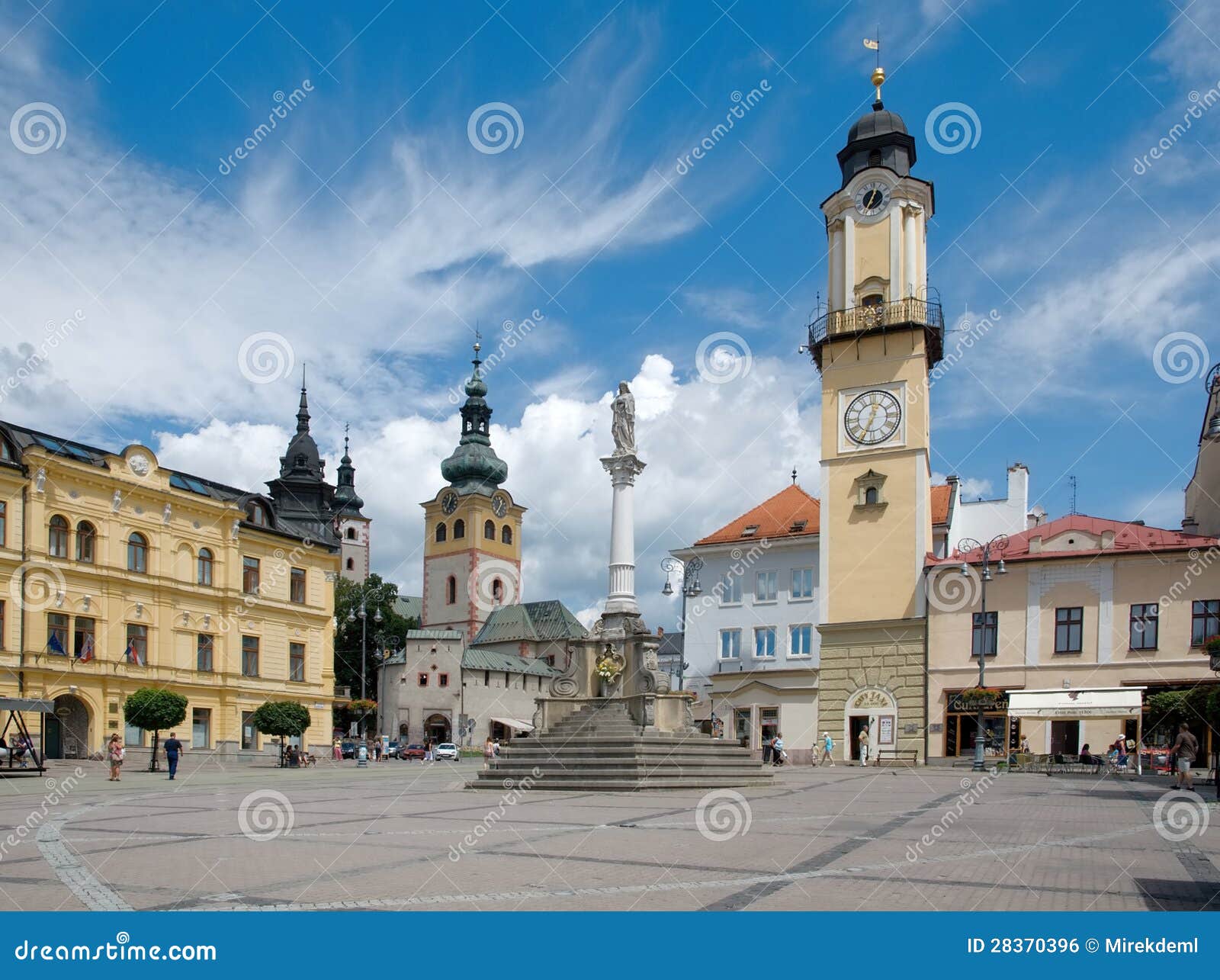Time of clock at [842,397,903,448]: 12:34
